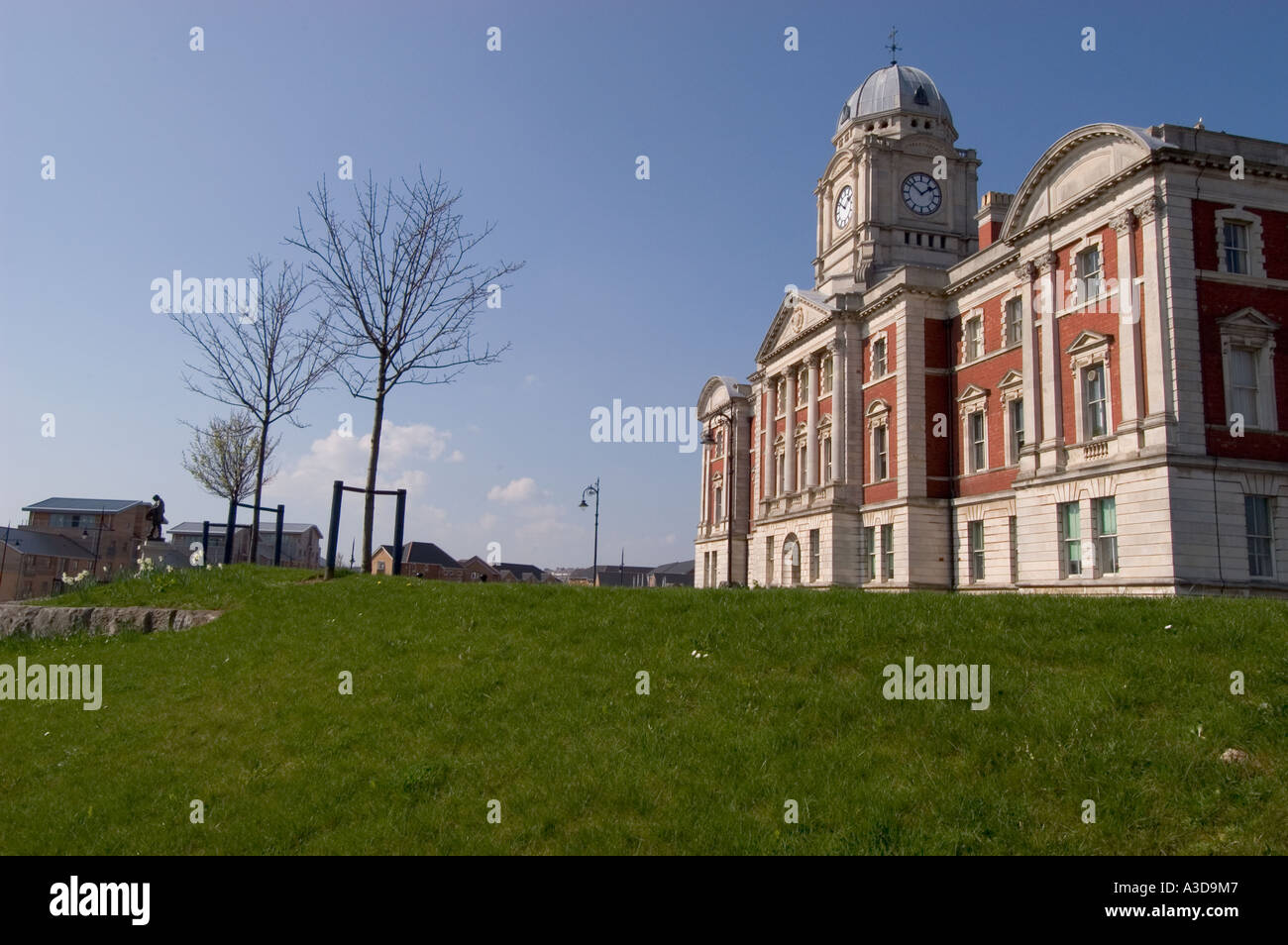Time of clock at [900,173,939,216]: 1:51
